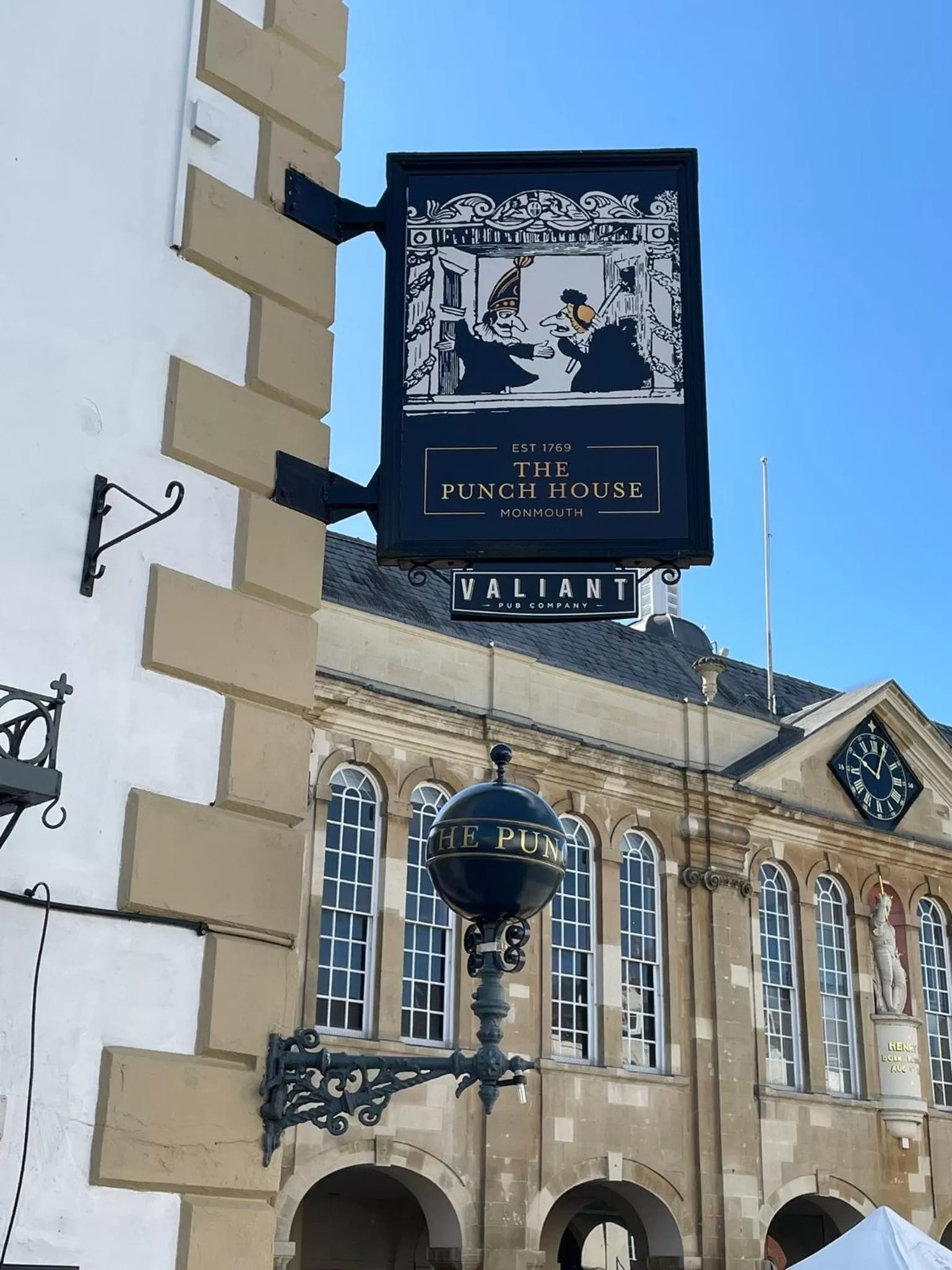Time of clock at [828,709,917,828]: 10:04
